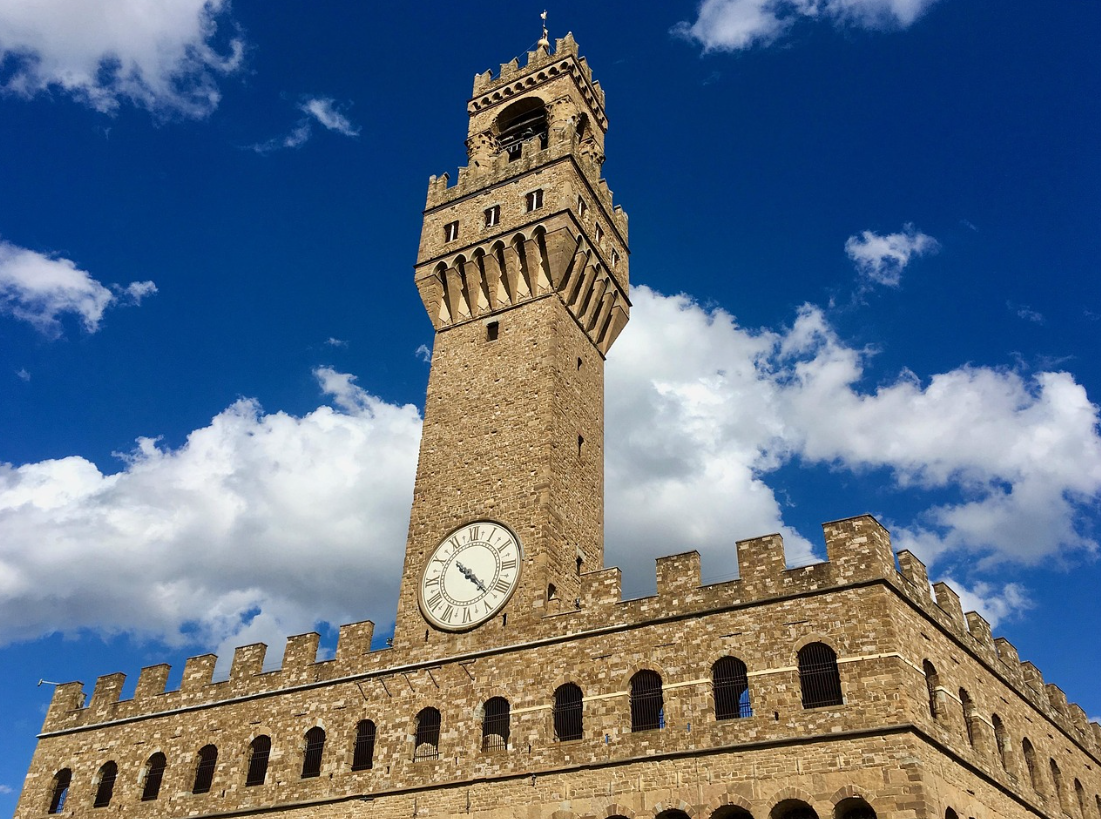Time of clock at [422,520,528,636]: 10:22
